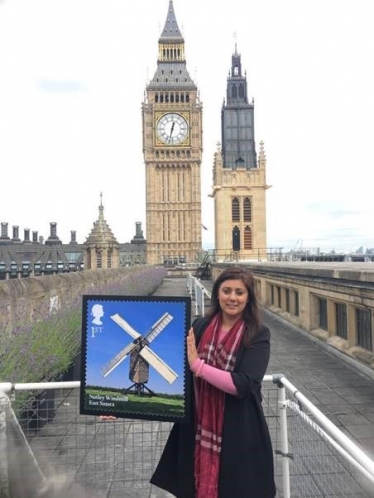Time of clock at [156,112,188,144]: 12:32
